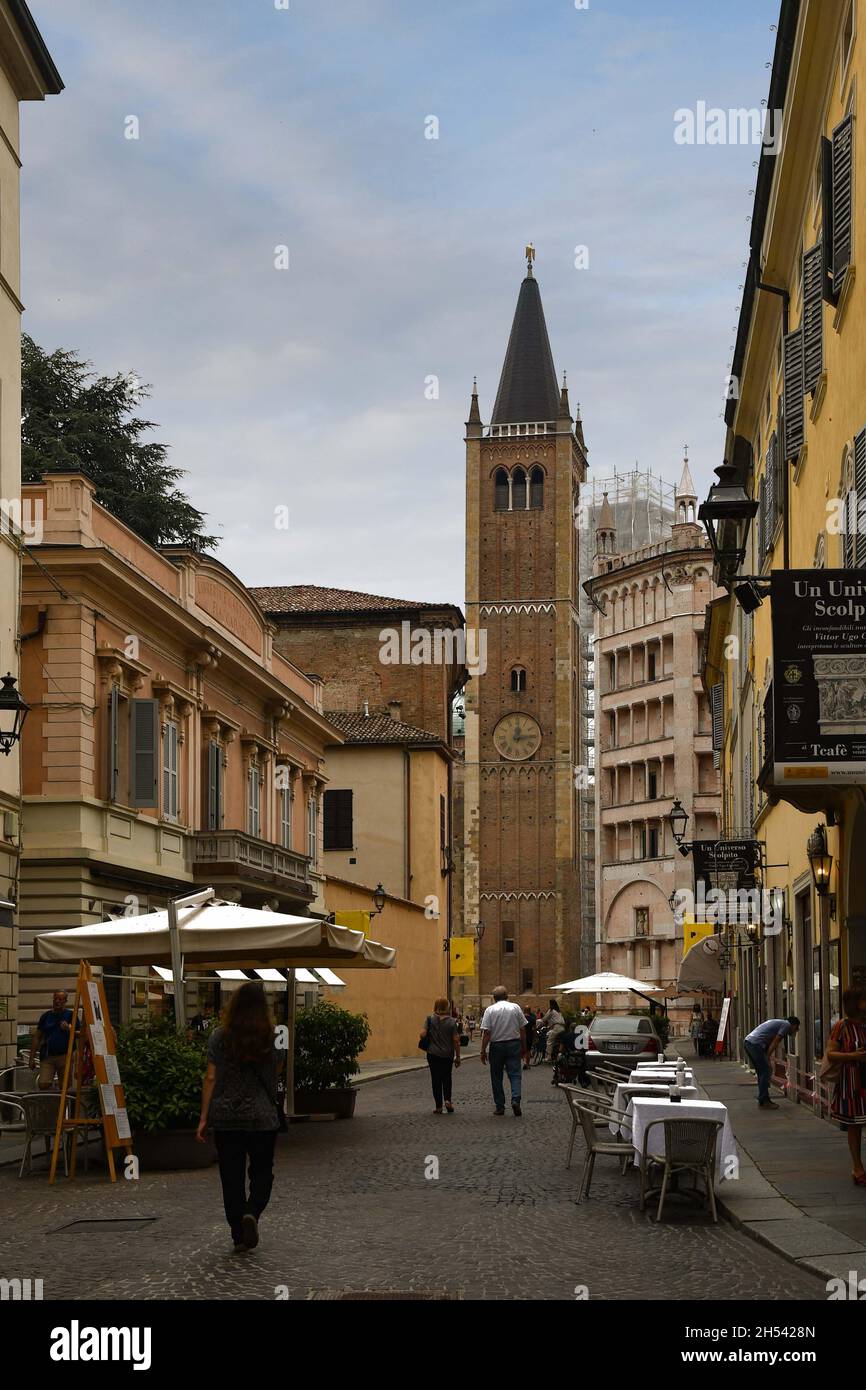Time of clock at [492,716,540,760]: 12:14
